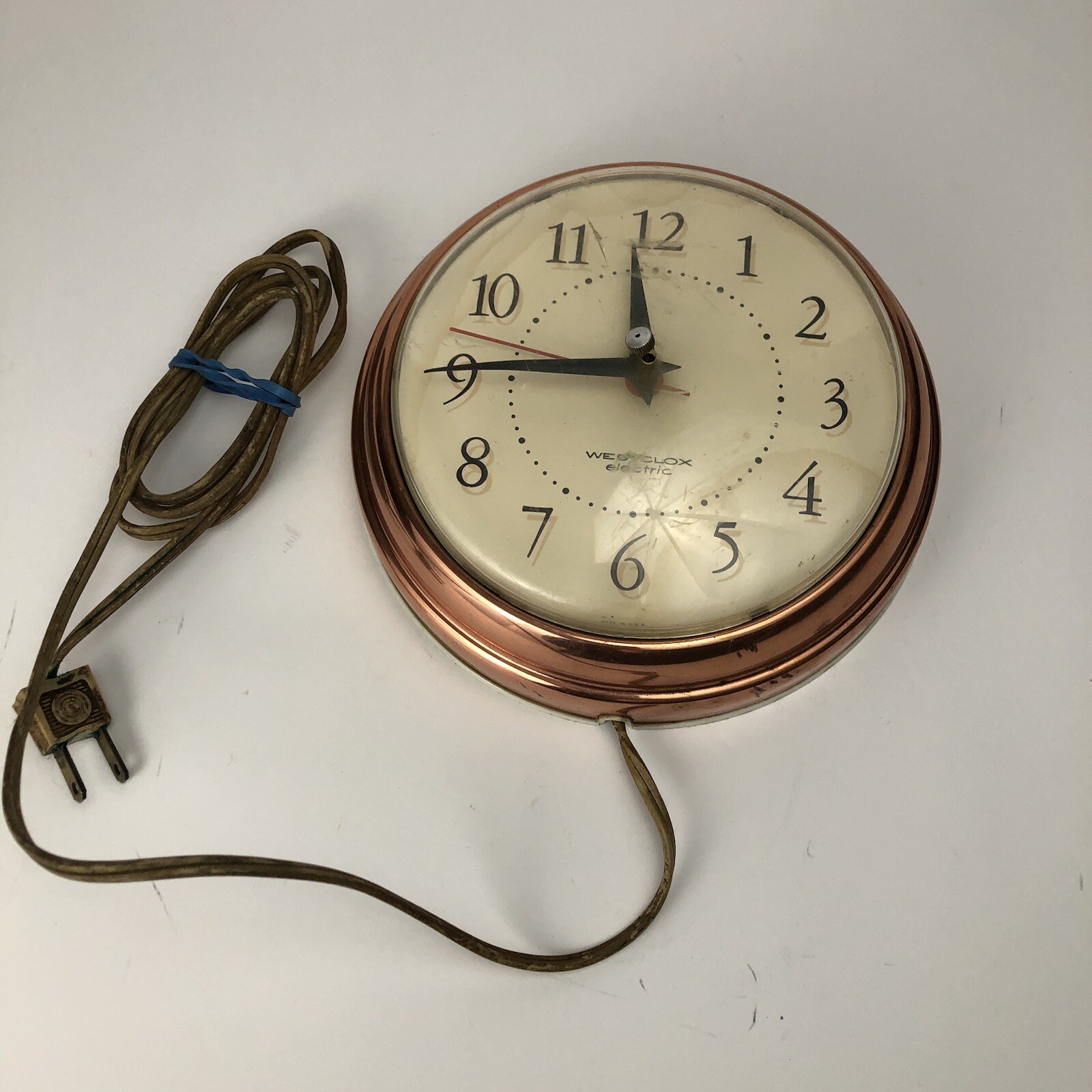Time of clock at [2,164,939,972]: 11:45
